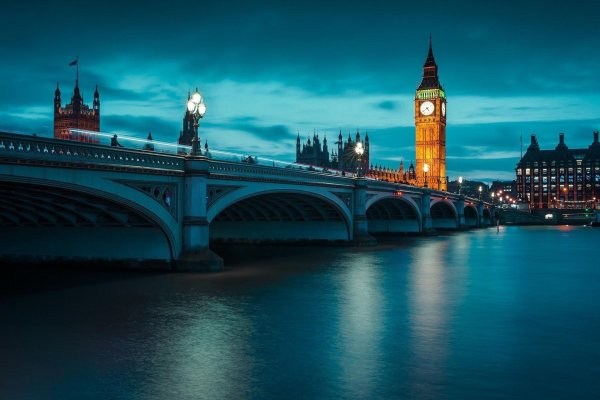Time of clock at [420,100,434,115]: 4:39
